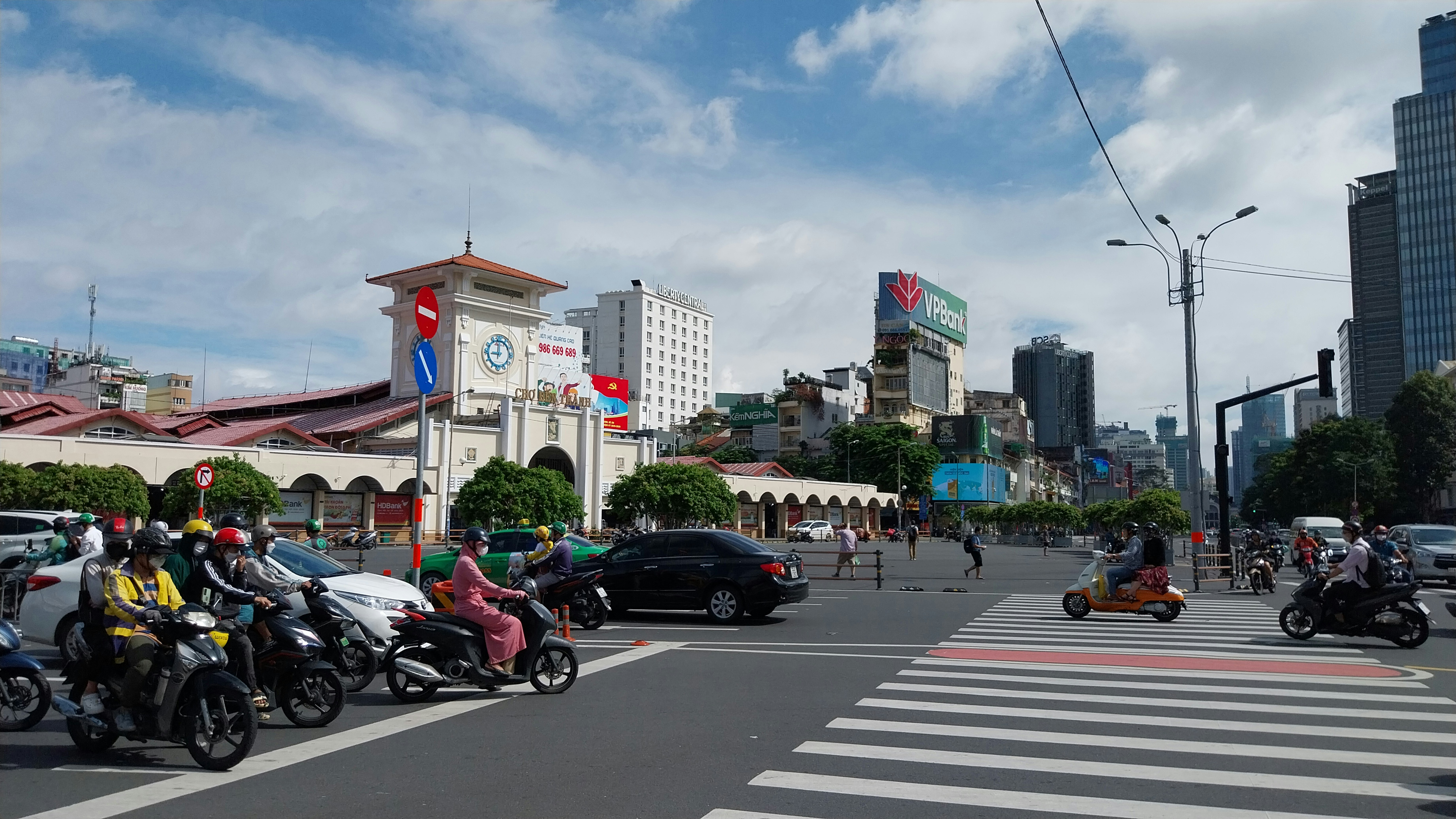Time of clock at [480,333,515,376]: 9:00
